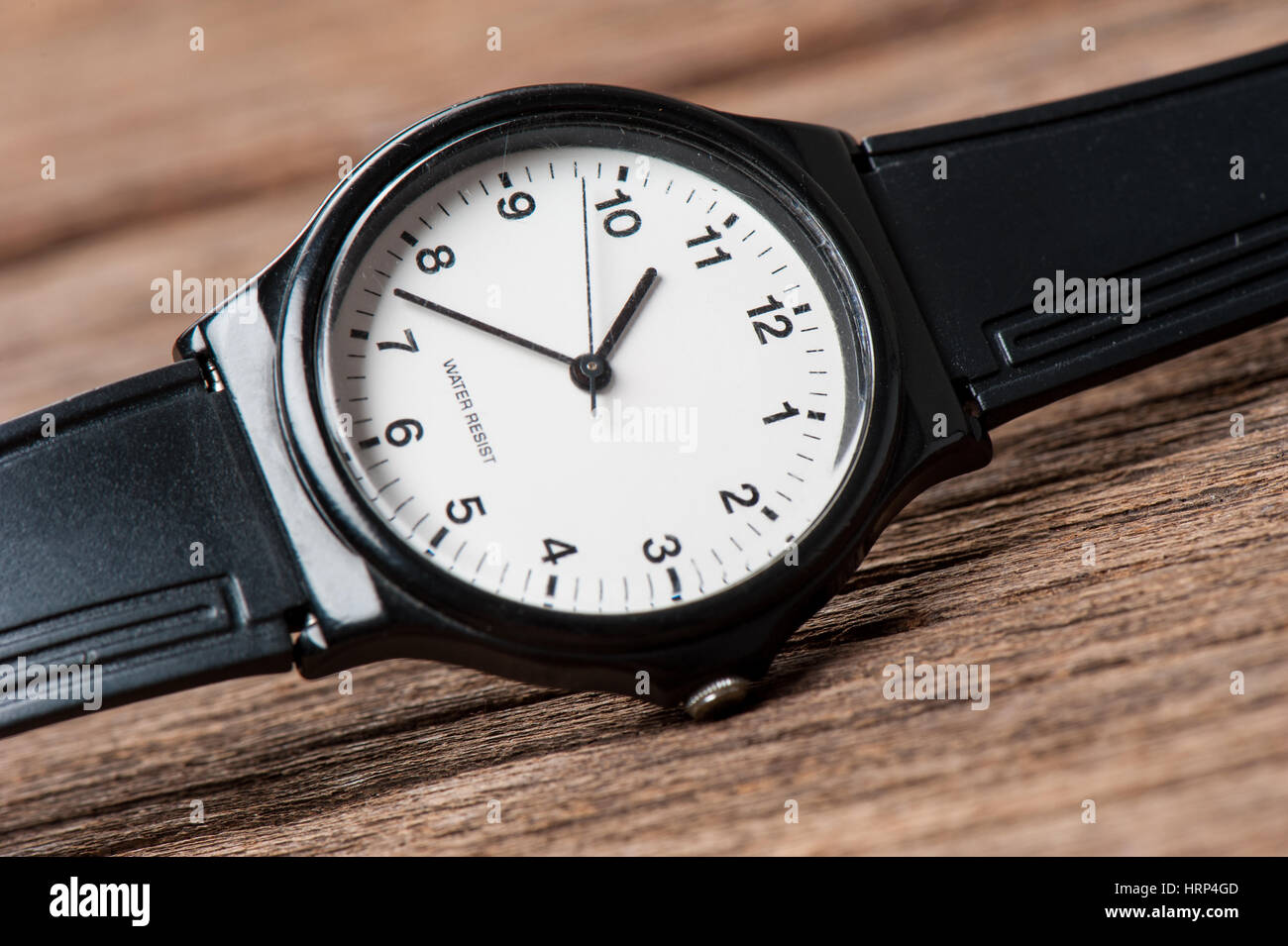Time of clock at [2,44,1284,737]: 12:47
